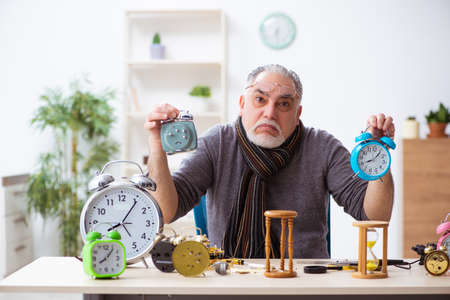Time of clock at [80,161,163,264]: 8:05
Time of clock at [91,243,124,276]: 8:06
